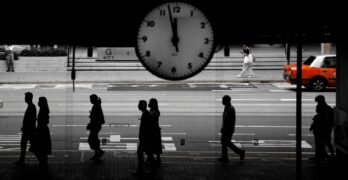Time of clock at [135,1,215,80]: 11:57
